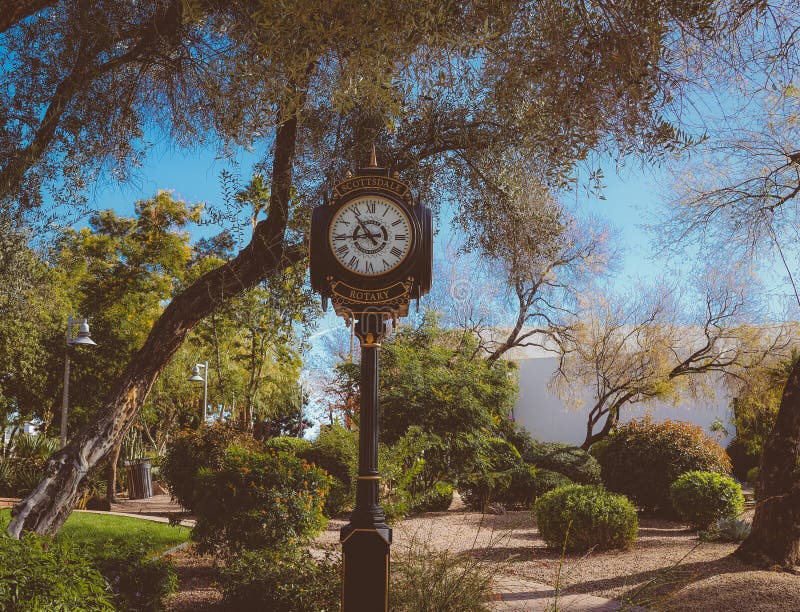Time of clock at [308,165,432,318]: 10:43
